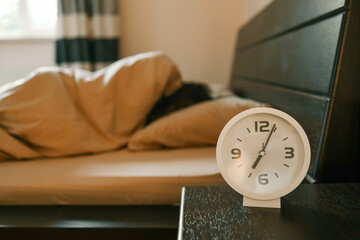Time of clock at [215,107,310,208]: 7:04
